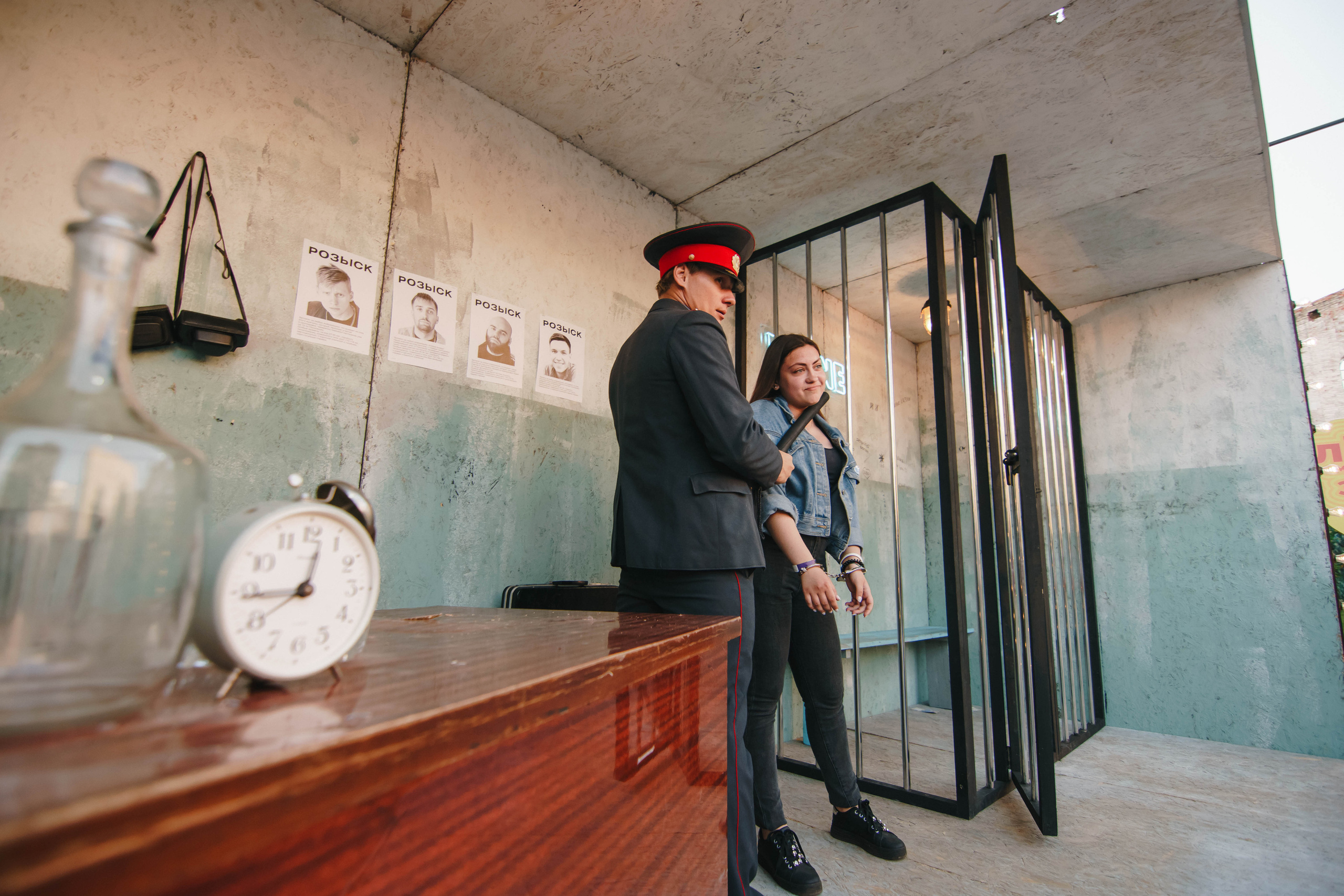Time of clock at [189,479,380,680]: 12:44
